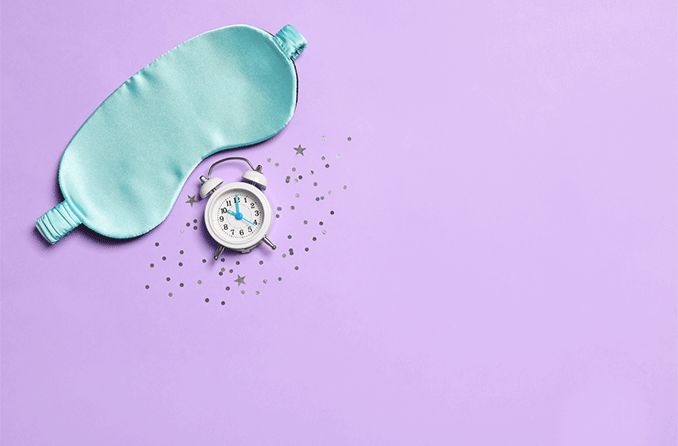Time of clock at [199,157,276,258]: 10:00
